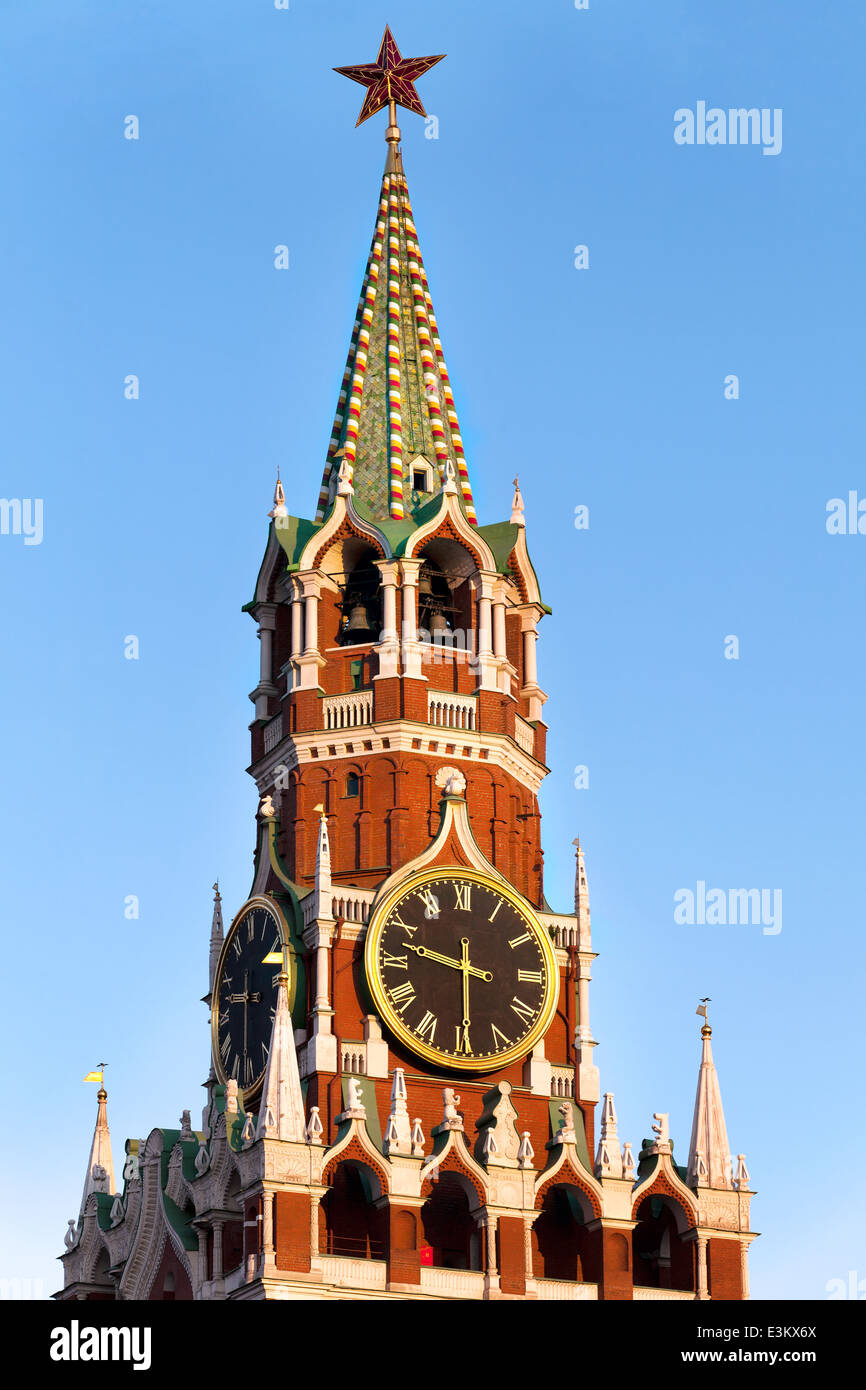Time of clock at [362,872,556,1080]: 9:29
